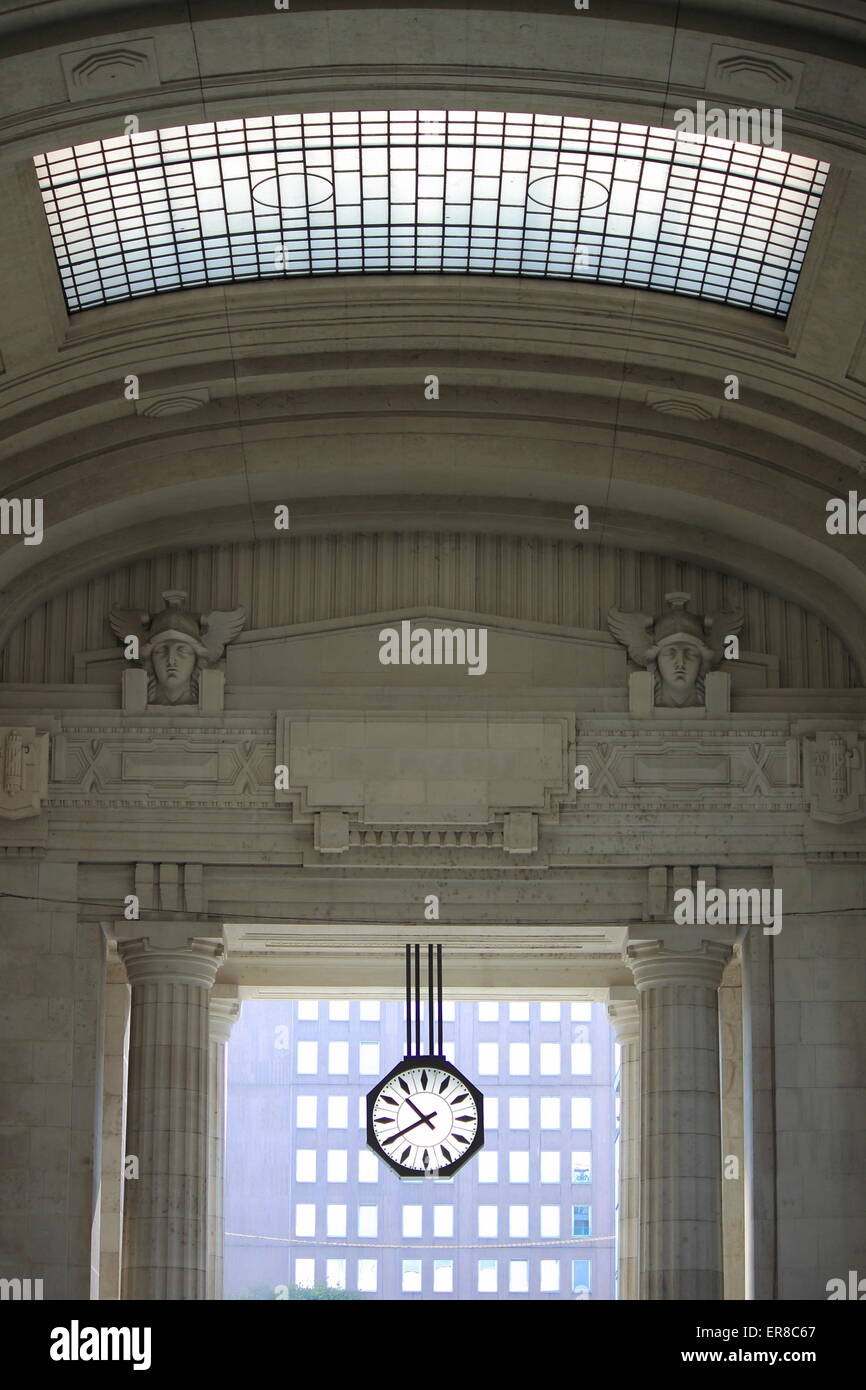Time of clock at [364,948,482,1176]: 10:39
